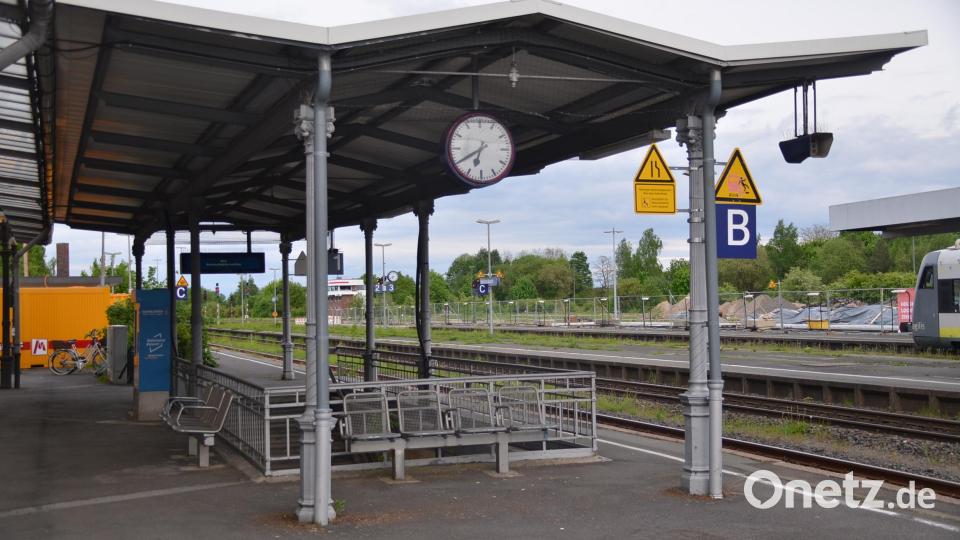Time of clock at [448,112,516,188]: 6:39
